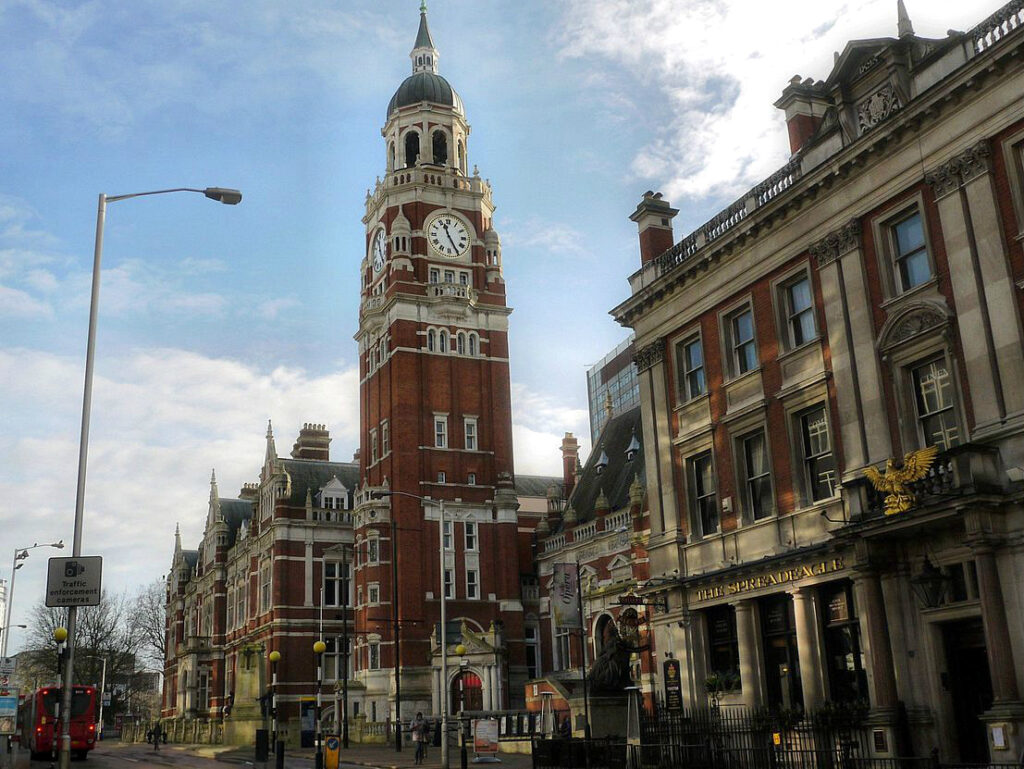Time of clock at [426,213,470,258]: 11:25
